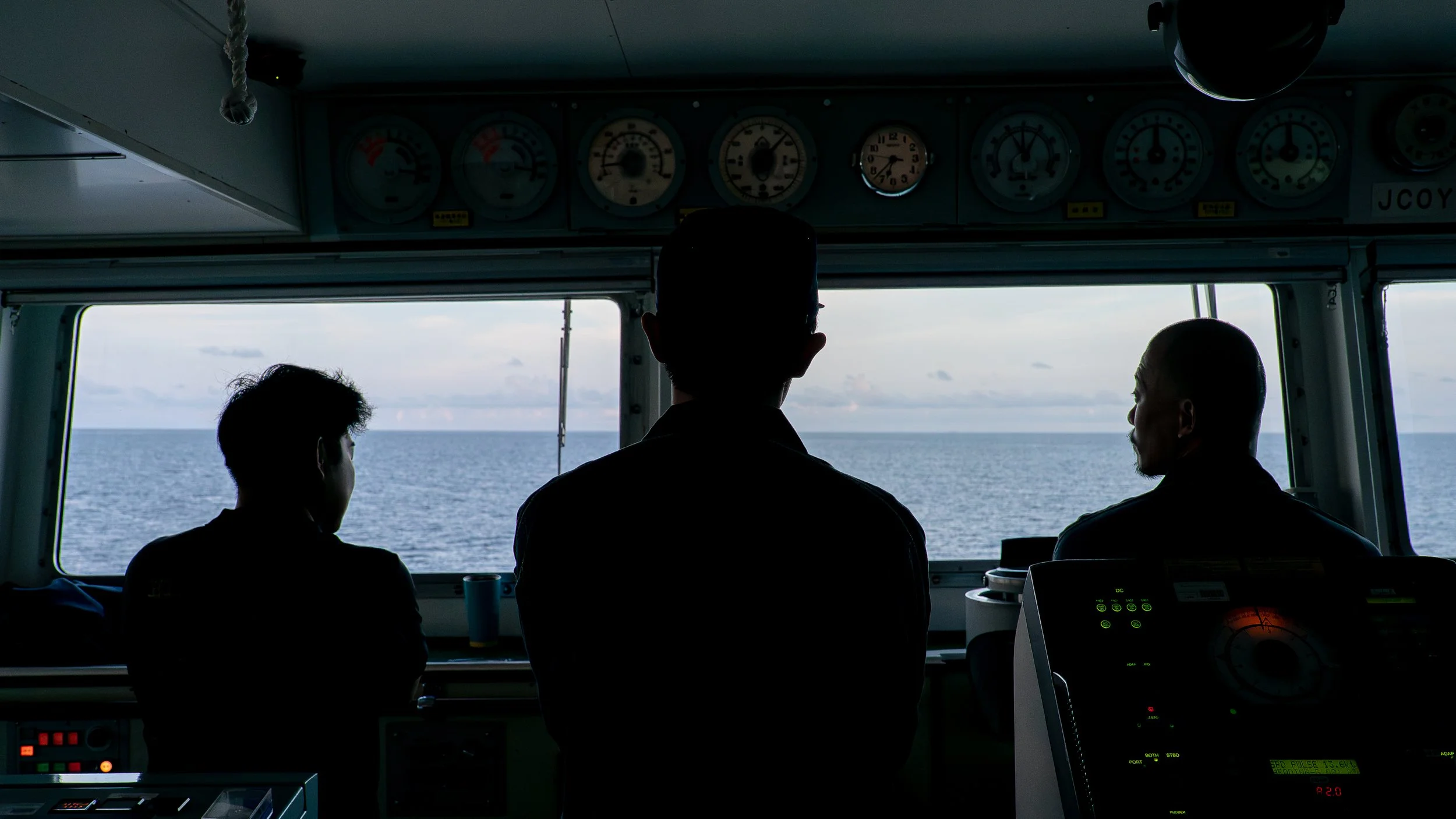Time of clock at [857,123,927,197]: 6:37
